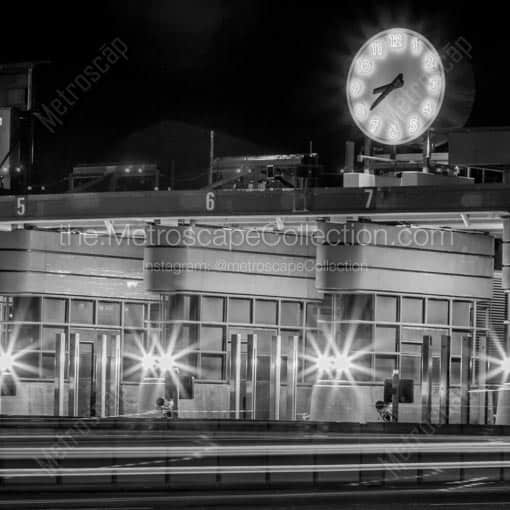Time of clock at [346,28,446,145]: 8:38
